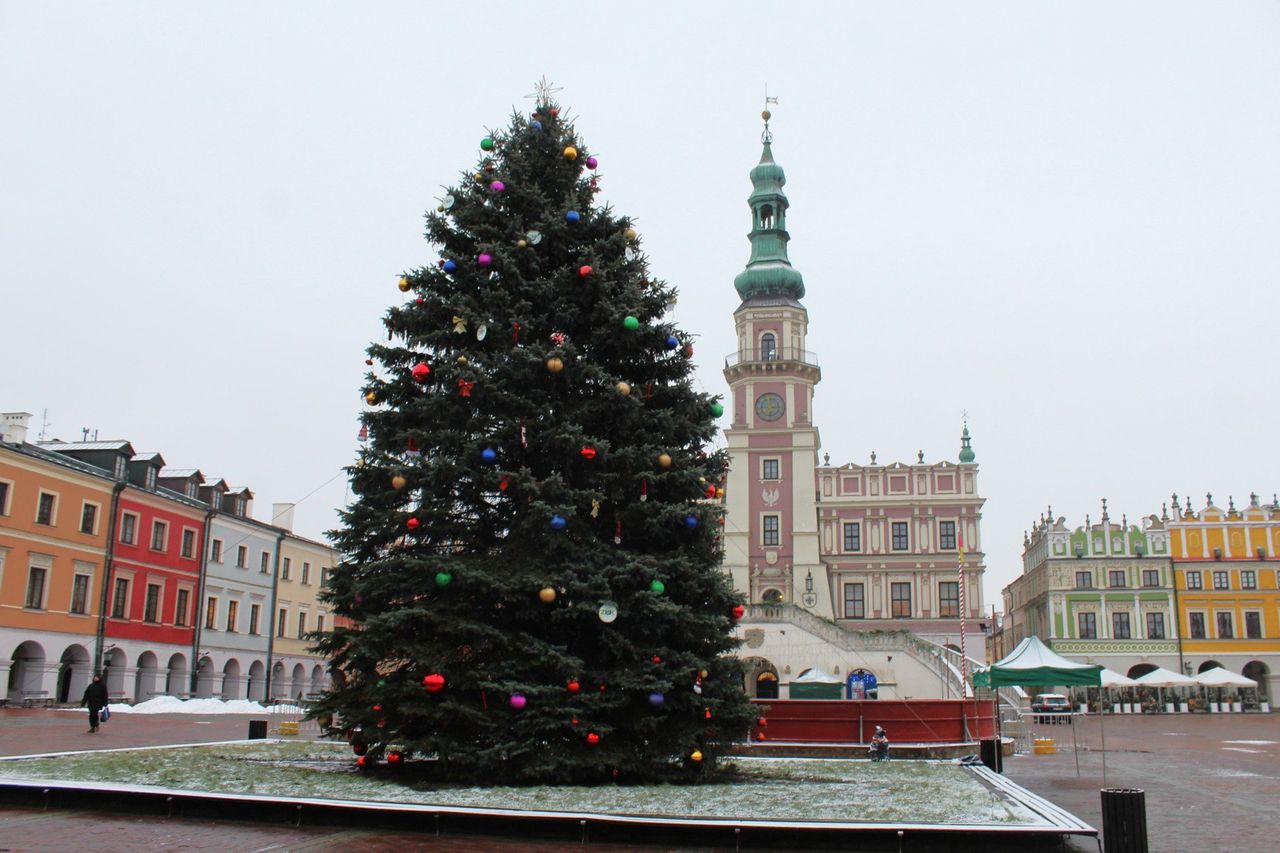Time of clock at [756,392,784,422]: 6:14
